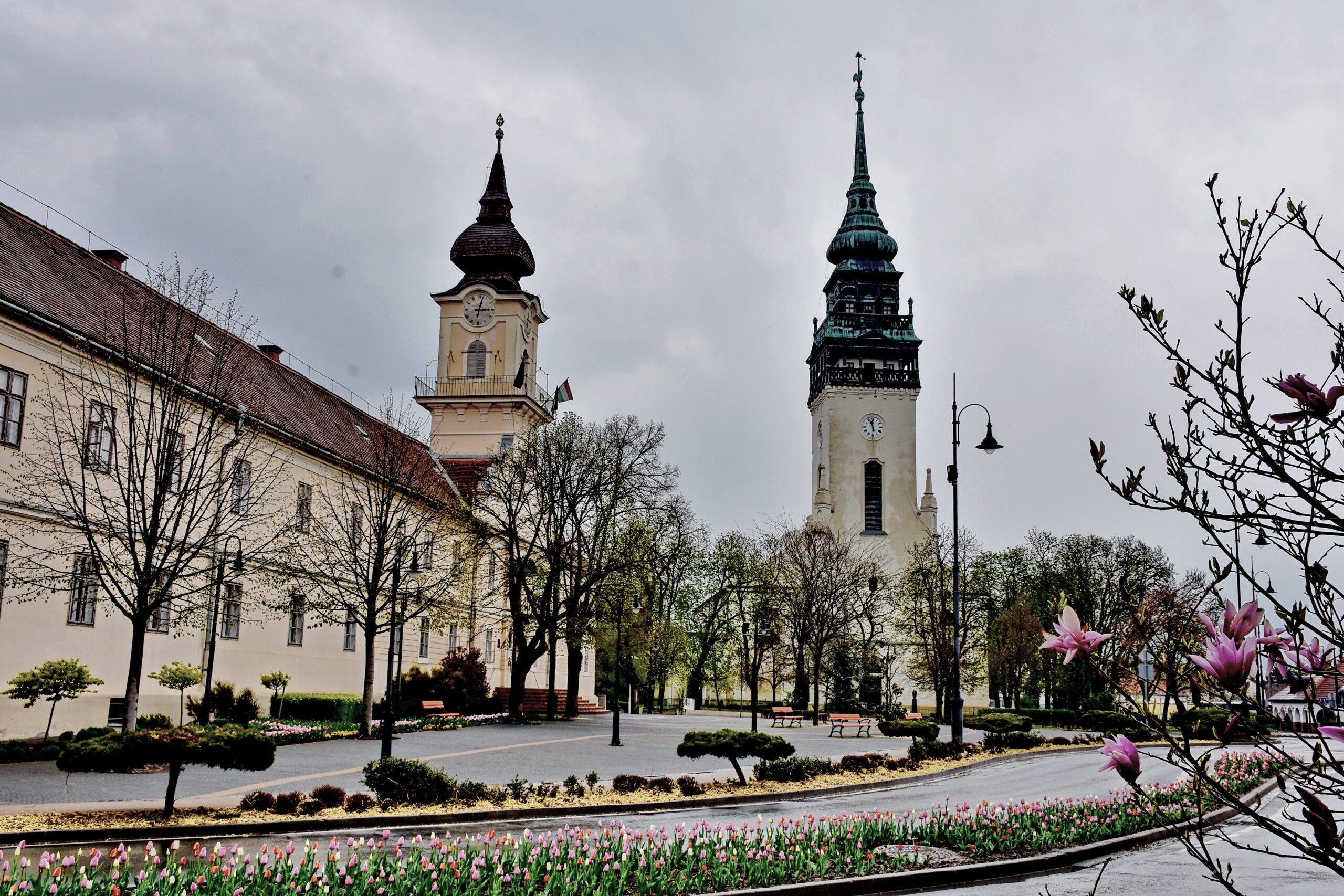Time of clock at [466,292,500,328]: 3:02
